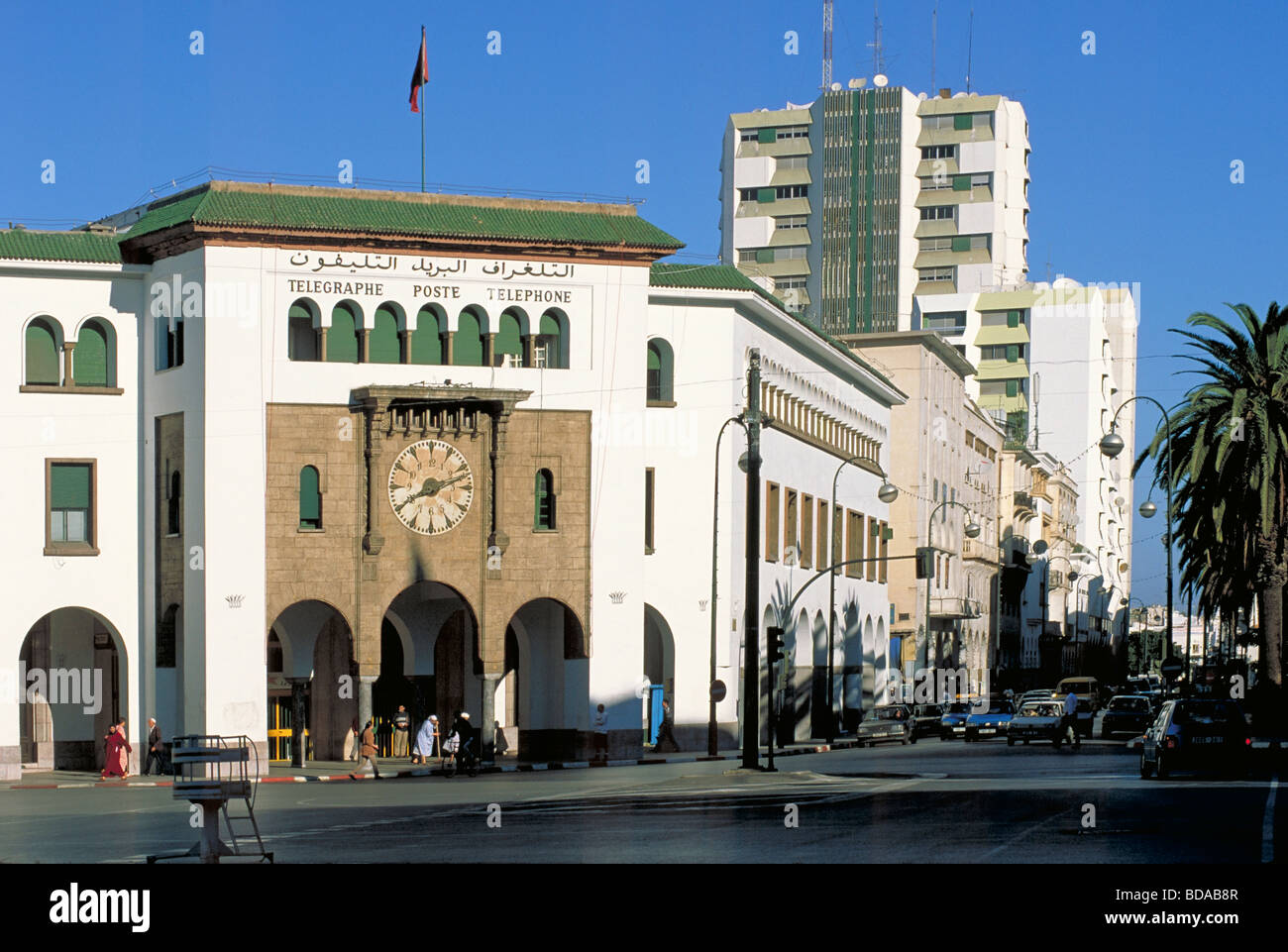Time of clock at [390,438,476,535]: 8:12
